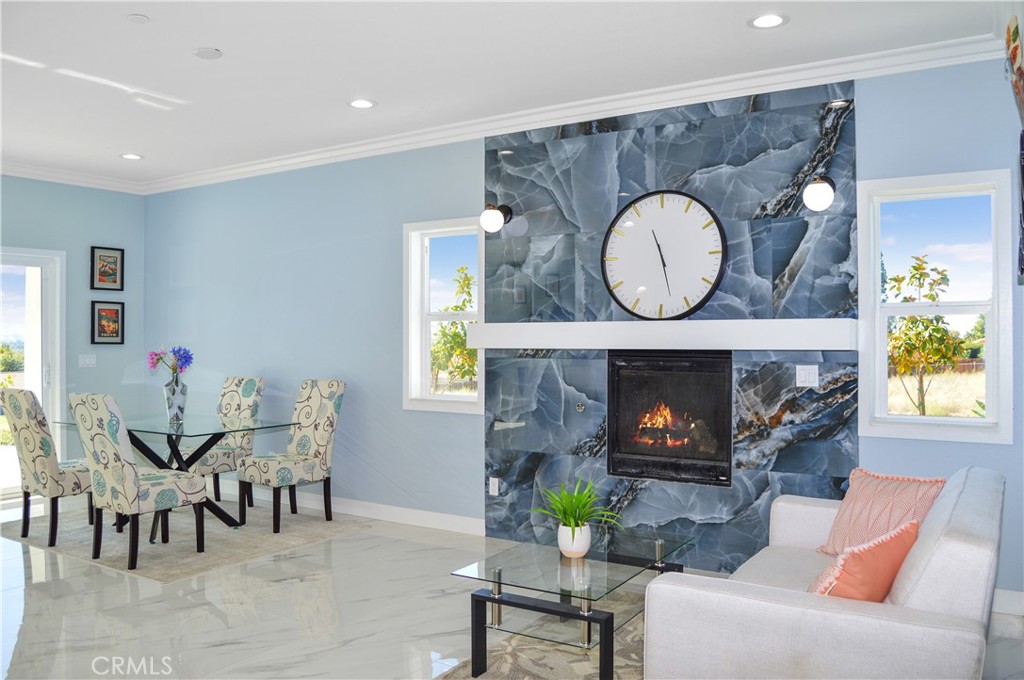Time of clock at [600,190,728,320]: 11:27
